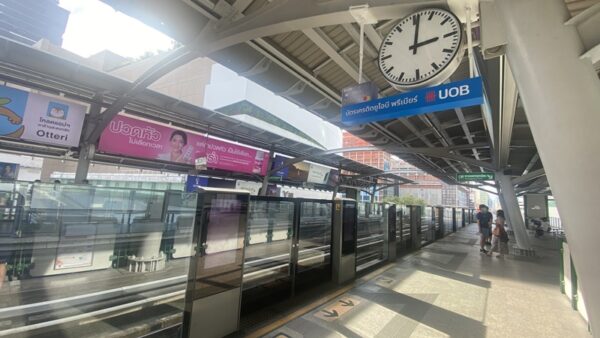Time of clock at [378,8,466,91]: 3:01
